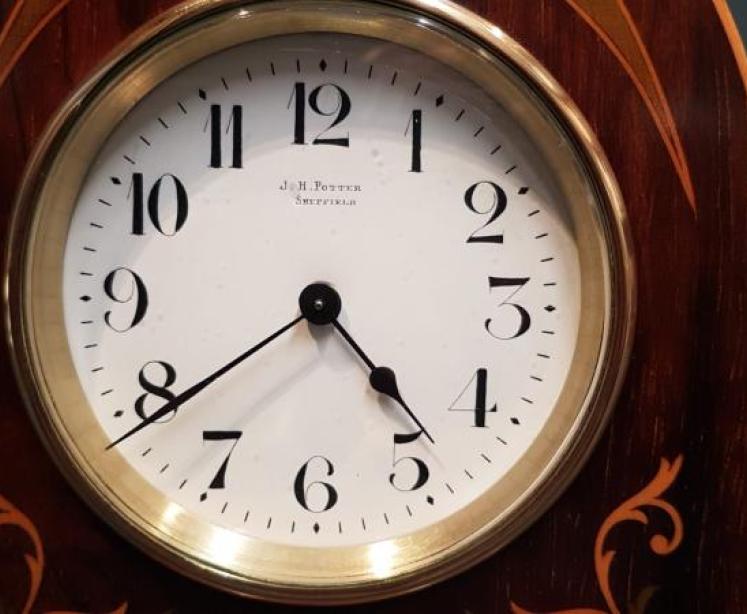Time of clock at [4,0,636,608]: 4:39
